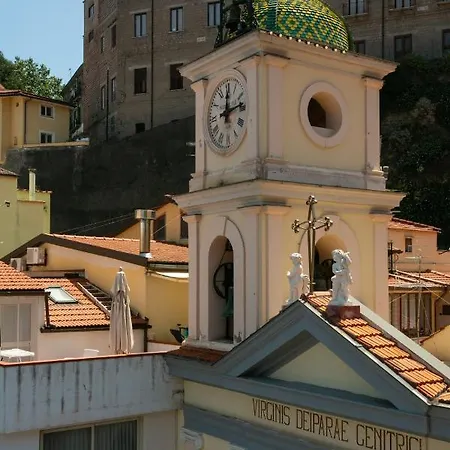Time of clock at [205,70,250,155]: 12:13
